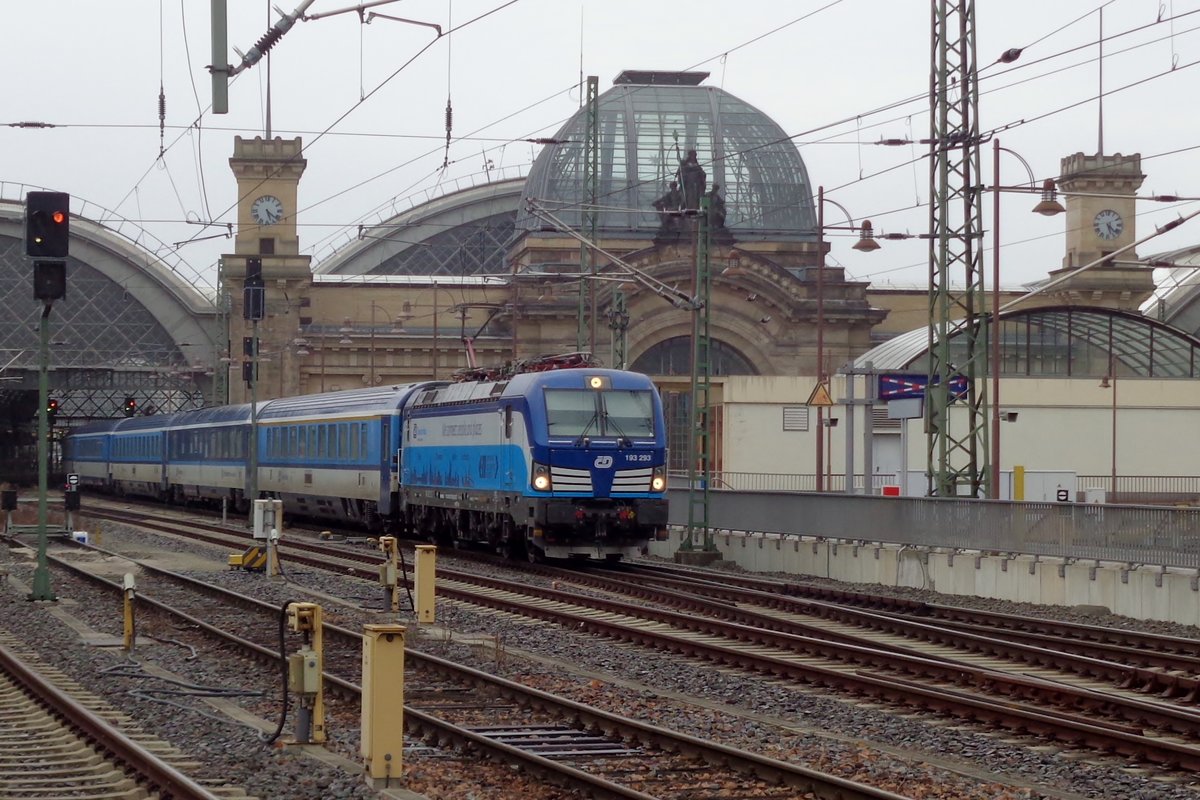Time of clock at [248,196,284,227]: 5:21
